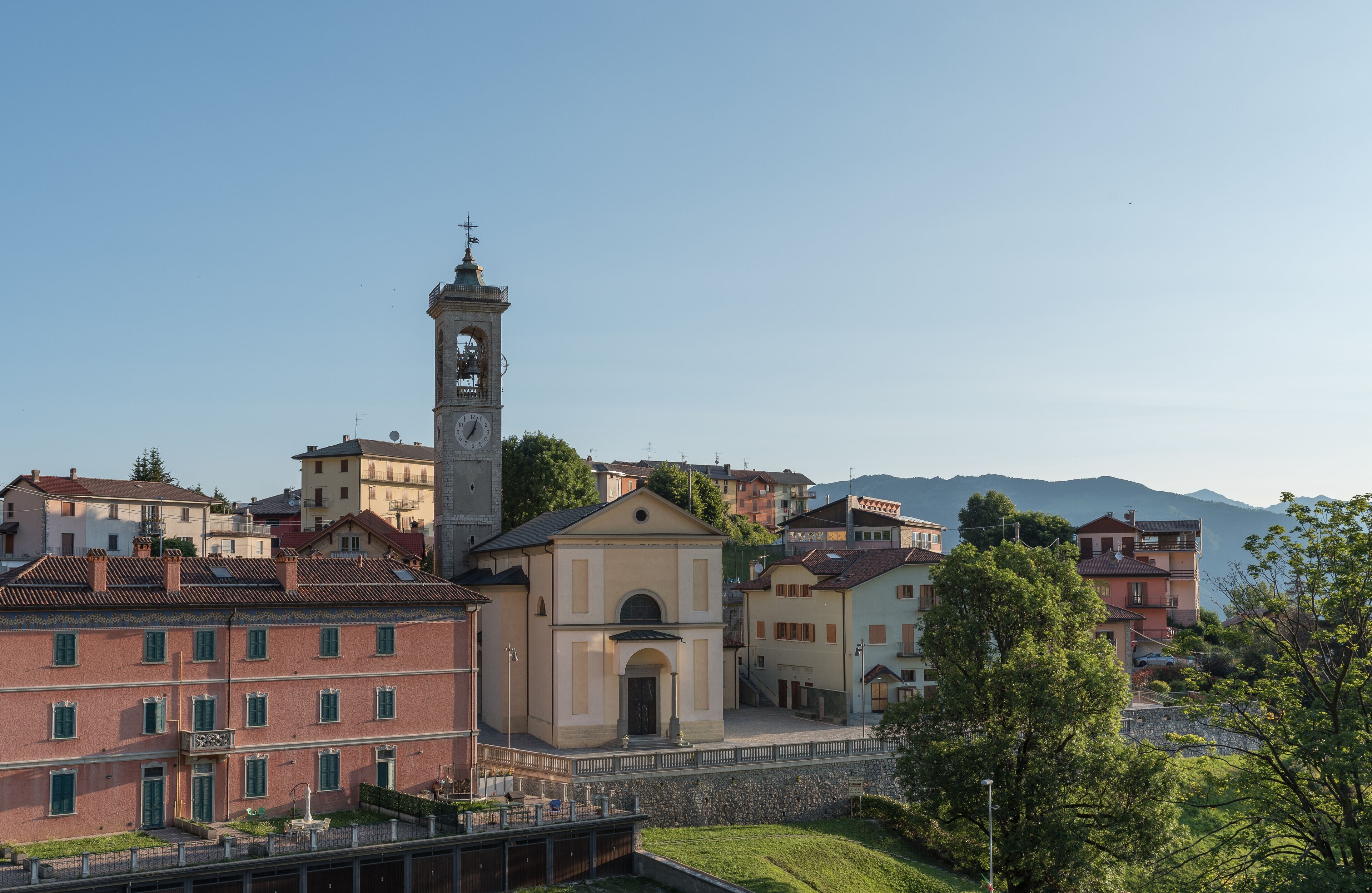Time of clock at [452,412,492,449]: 7:03
